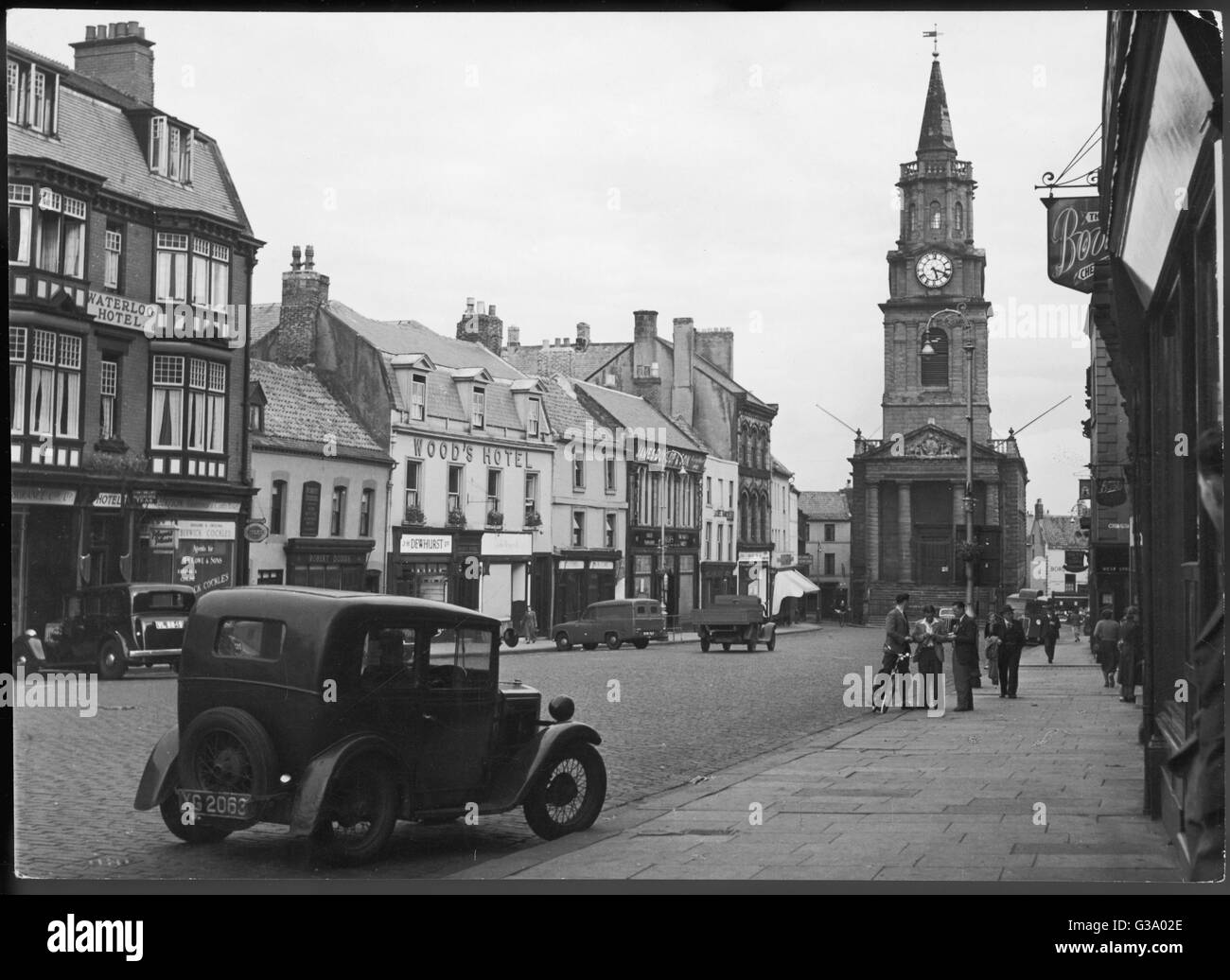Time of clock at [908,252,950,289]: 5:18
